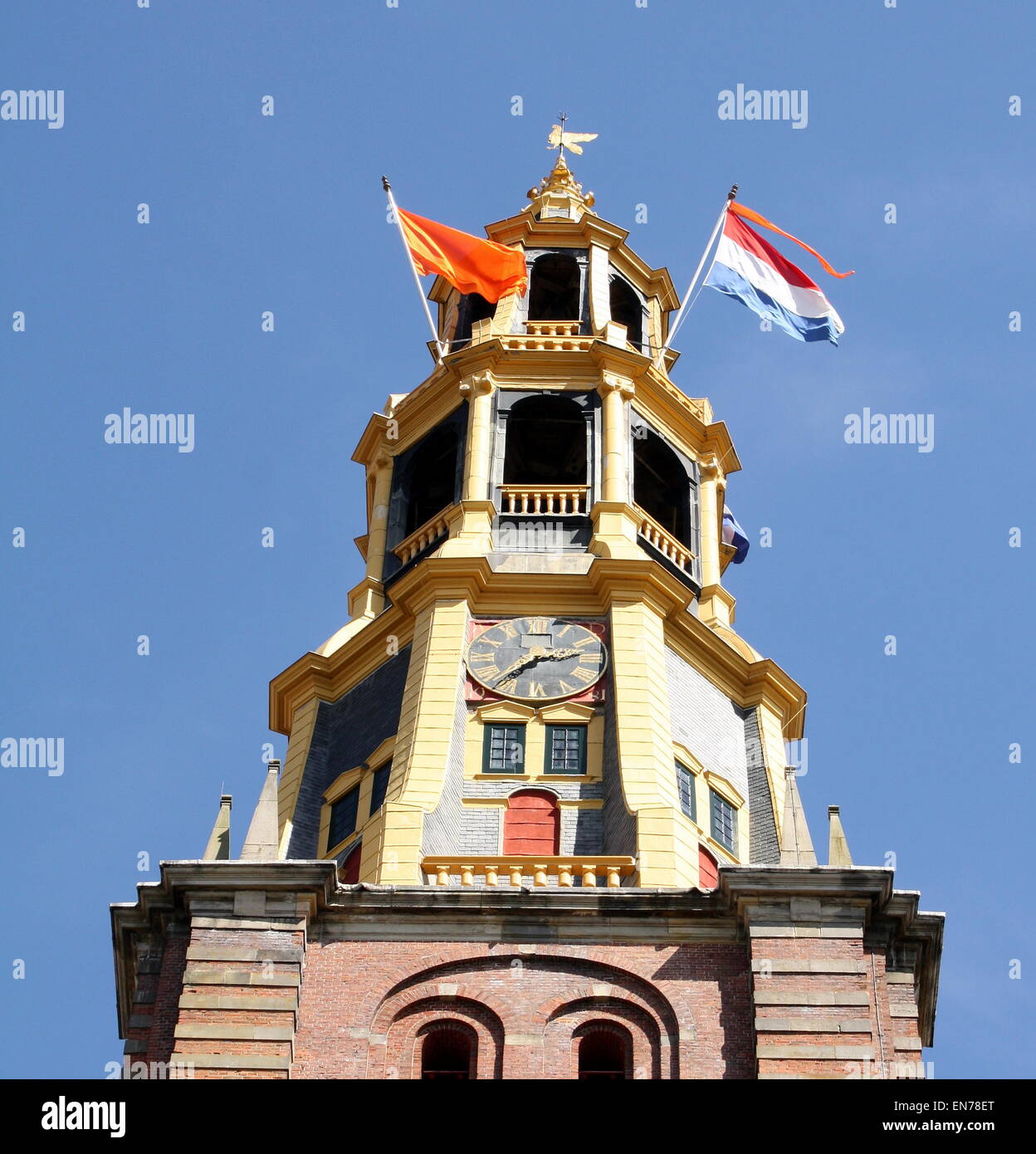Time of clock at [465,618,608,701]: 2:36
